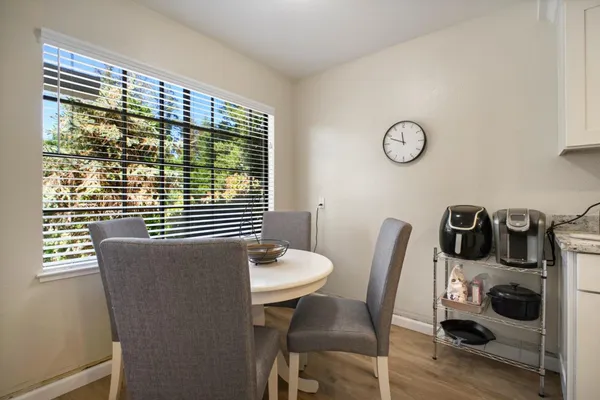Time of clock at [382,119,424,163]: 11:48
